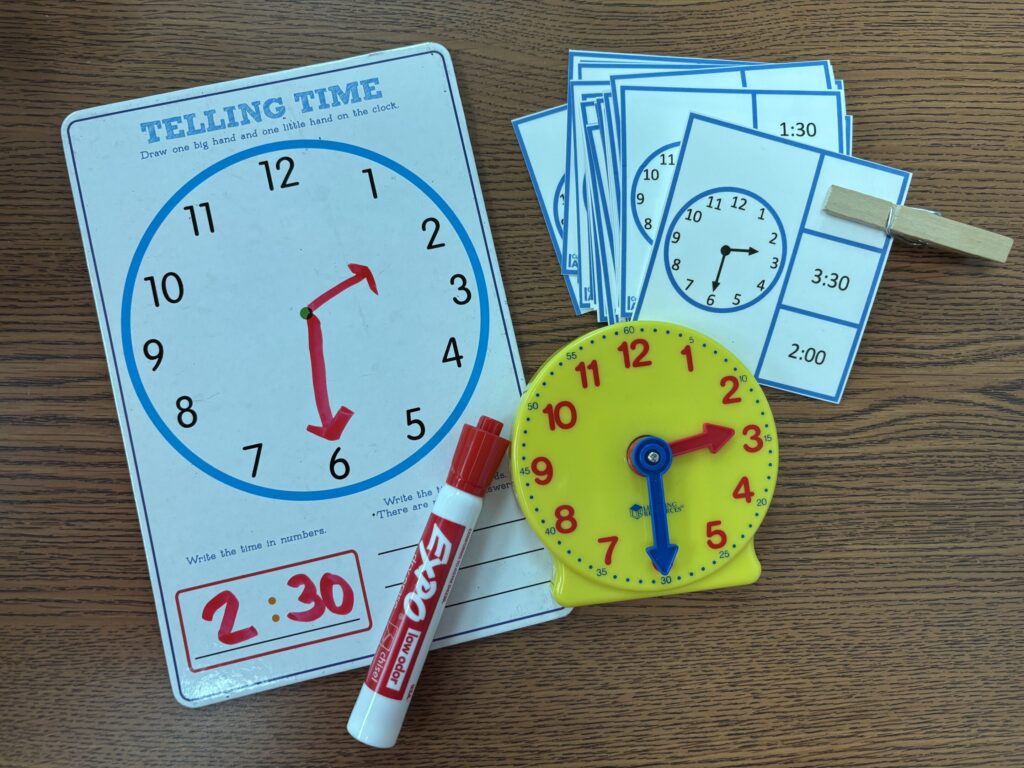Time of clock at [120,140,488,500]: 2:30
